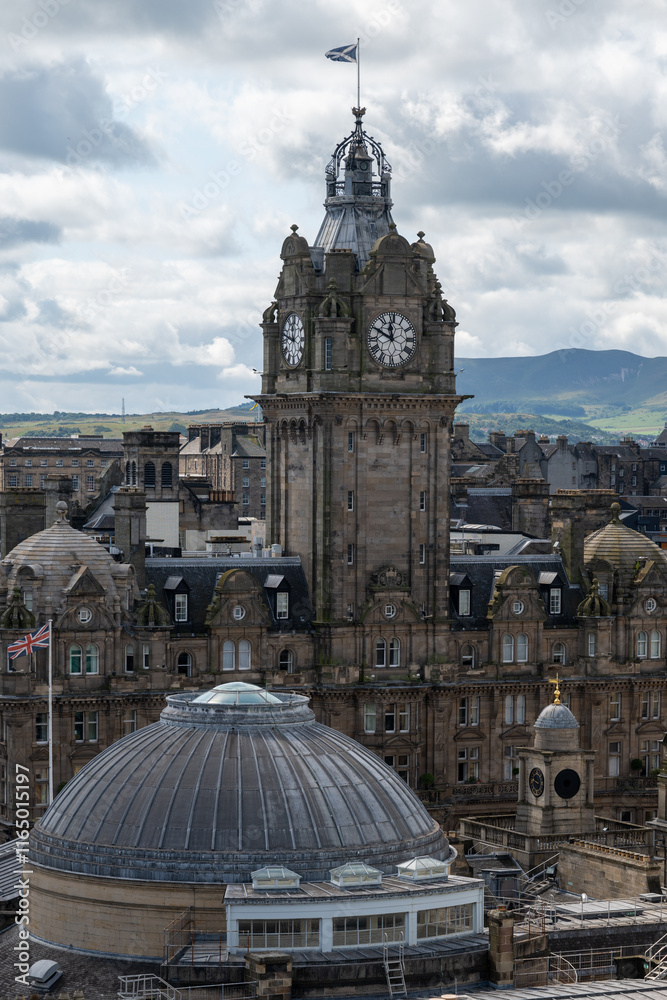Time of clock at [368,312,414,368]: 11:49
